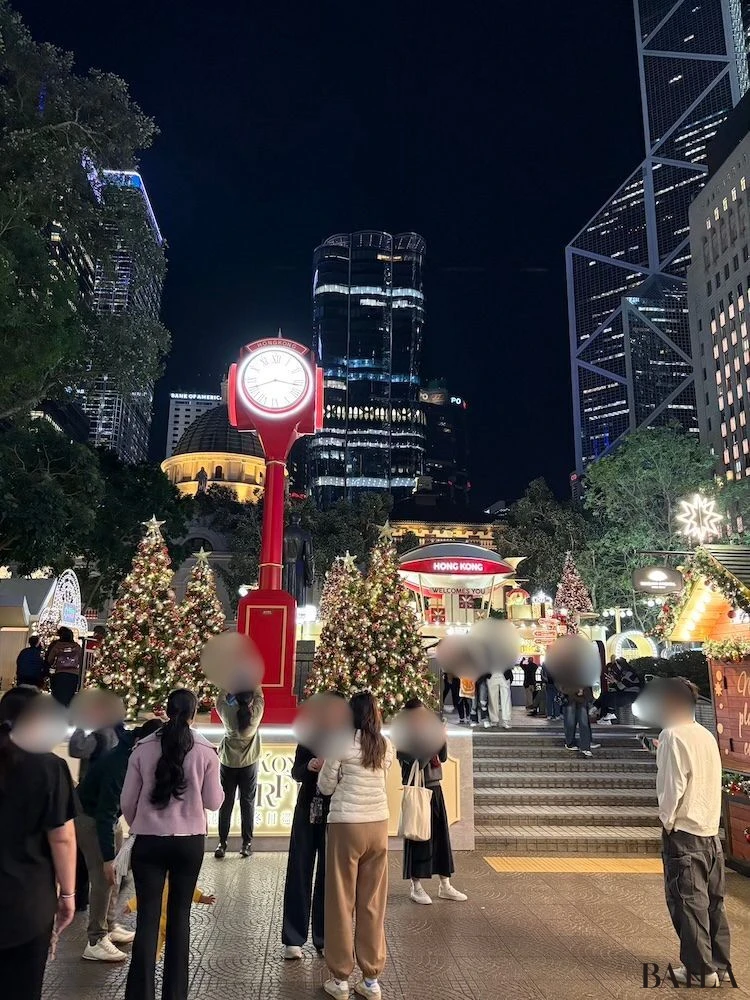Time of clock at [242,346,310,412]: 8:16
